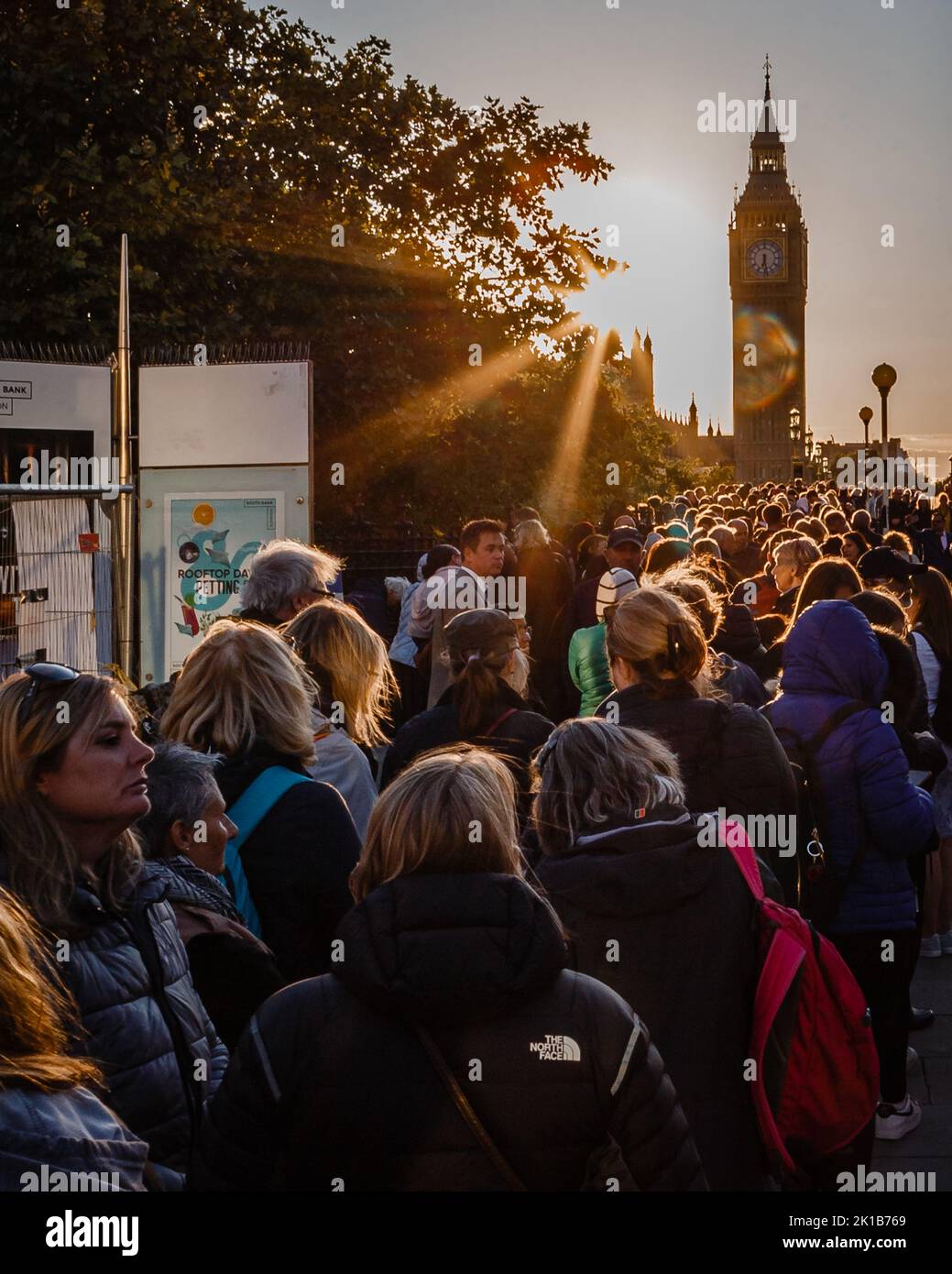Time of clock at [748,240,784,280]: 6:28
